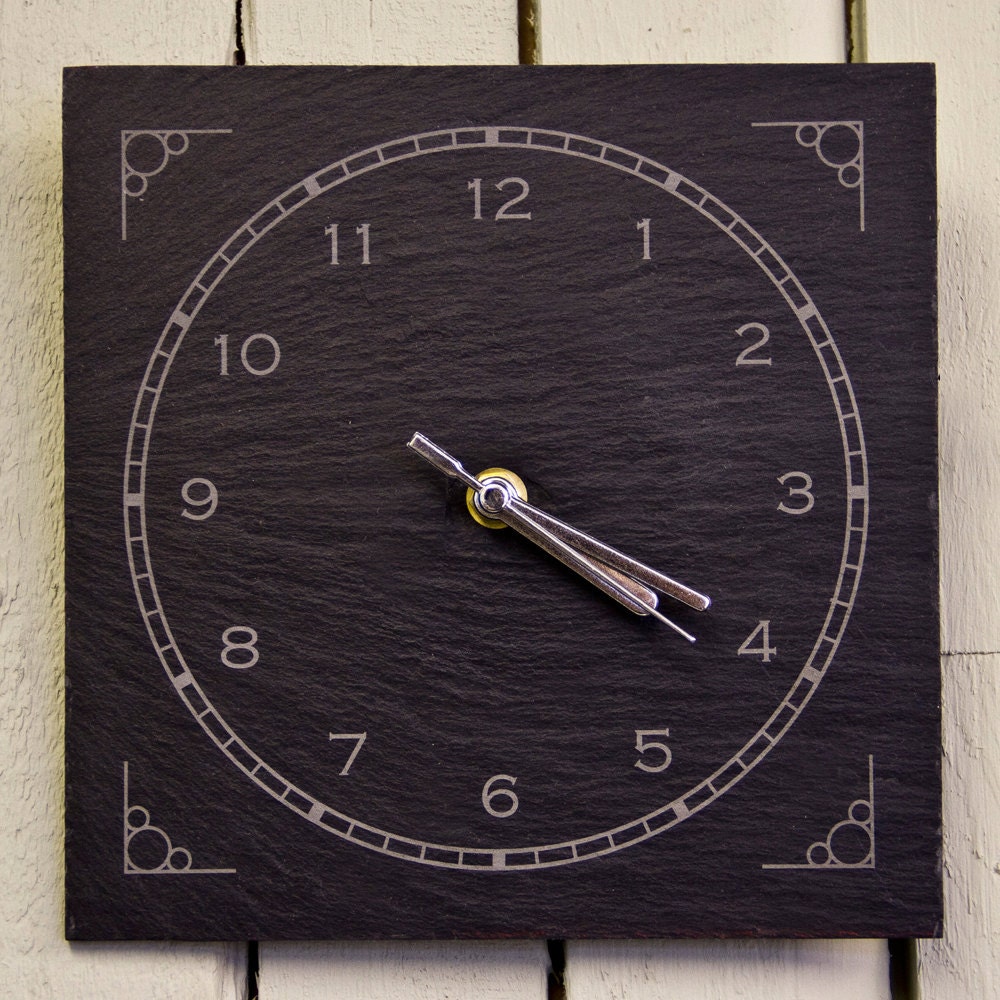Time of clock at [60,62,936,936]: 4:20
